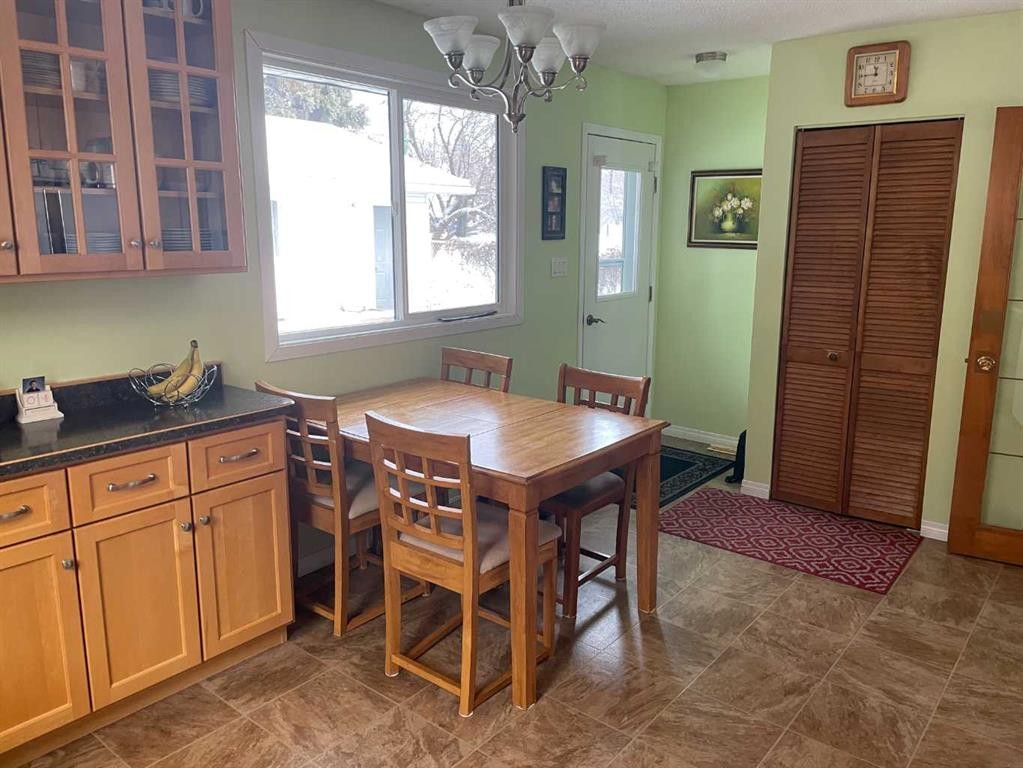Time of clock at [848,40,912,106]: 11:45
